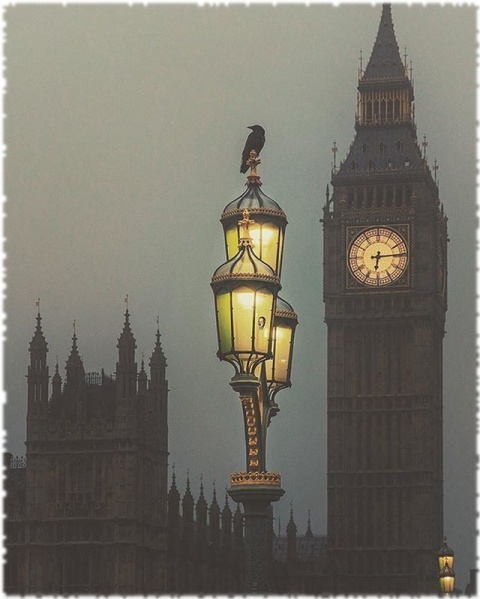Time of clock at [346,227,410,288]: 6:14
